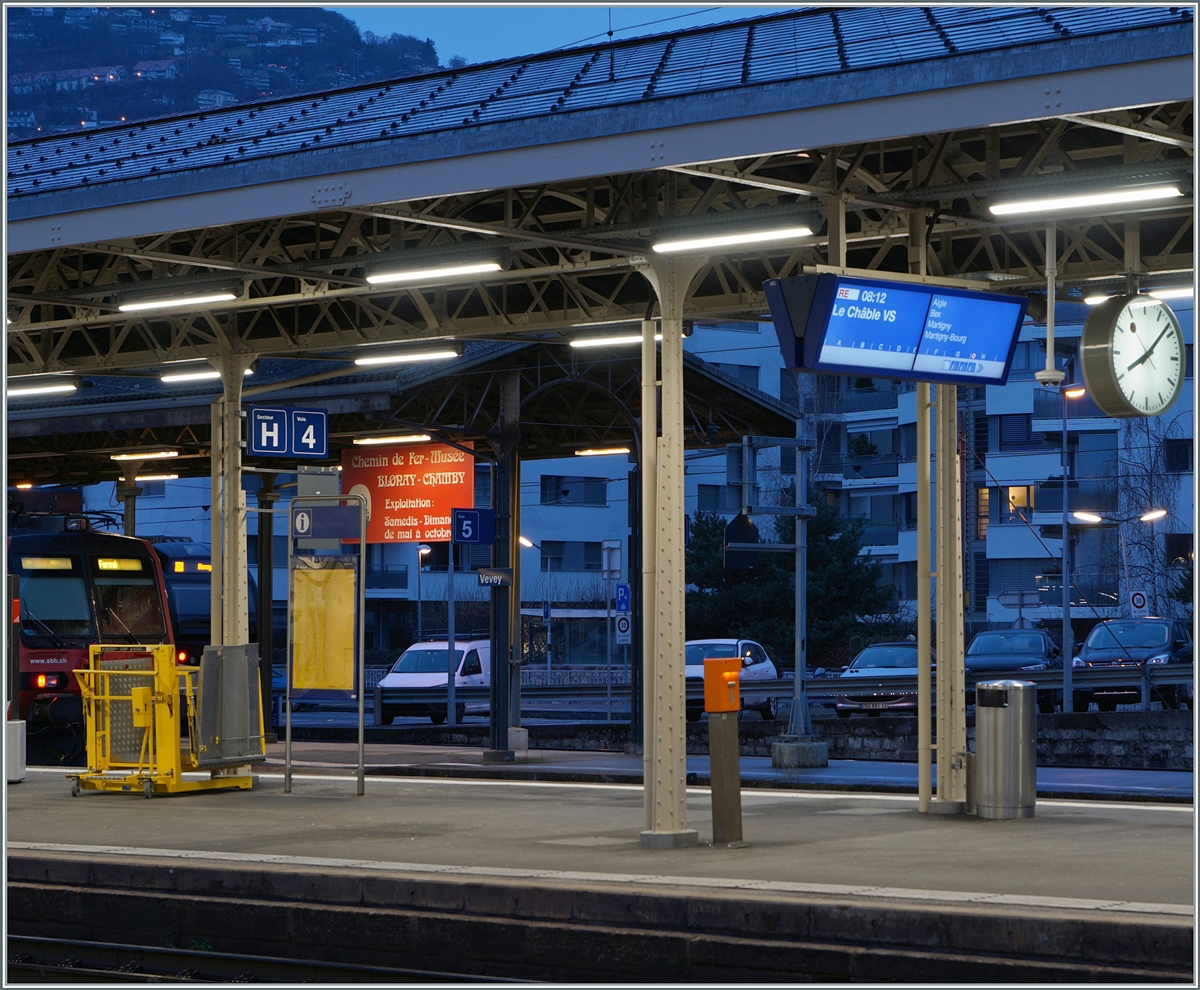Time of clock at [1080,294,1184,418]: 8:08
